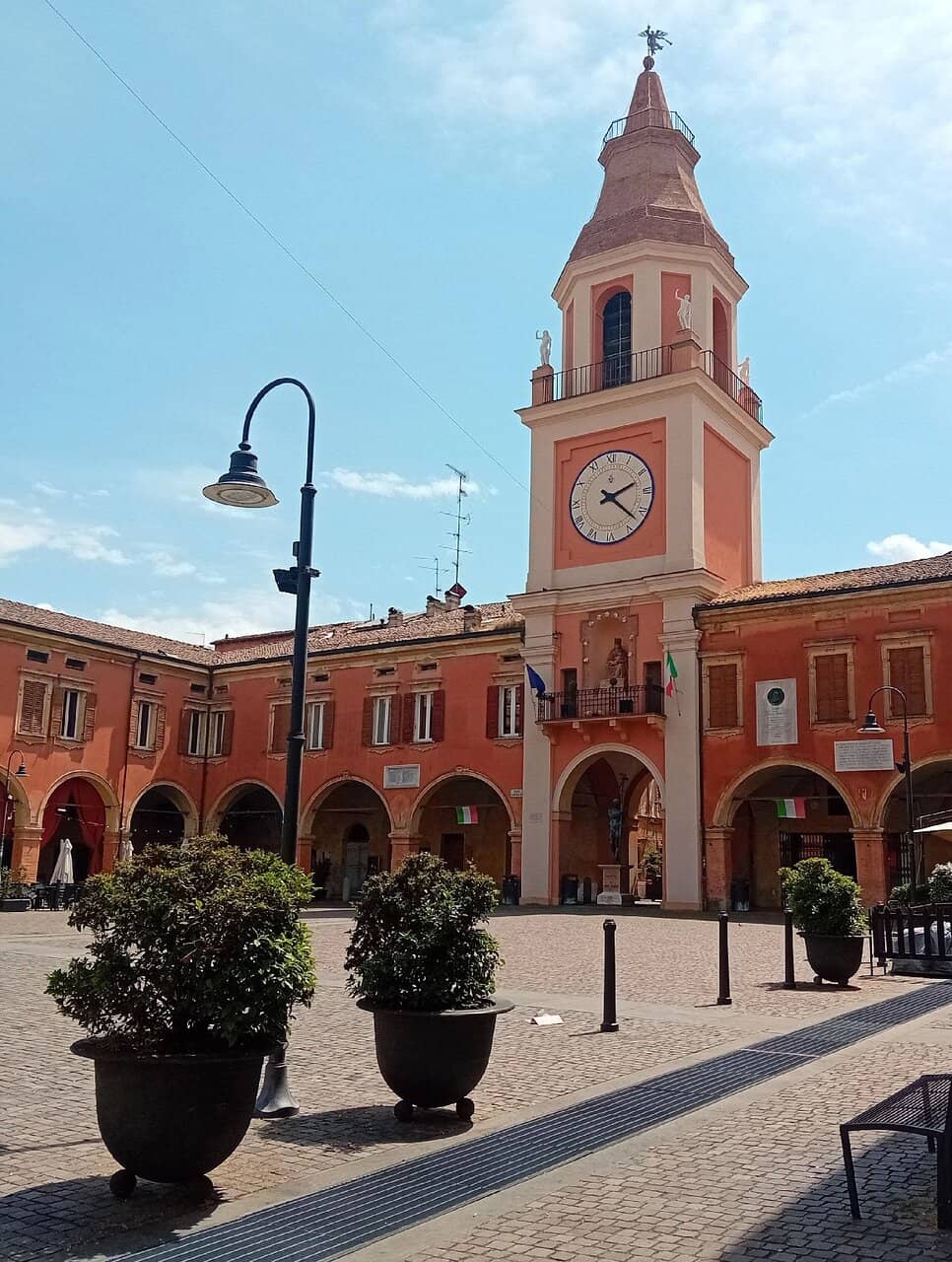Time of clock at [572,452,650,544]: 2:22
